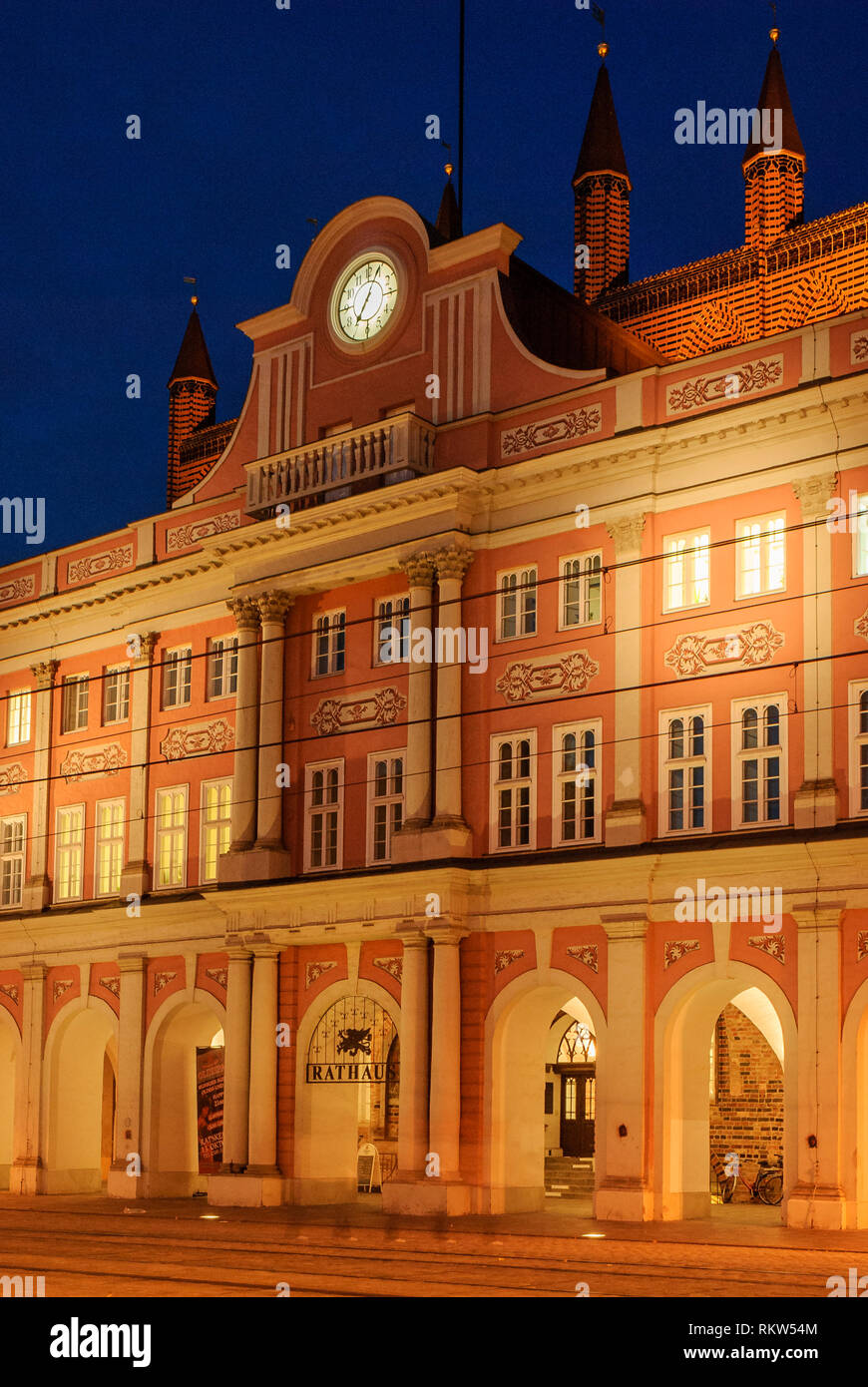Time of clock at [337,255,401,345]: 7:04
